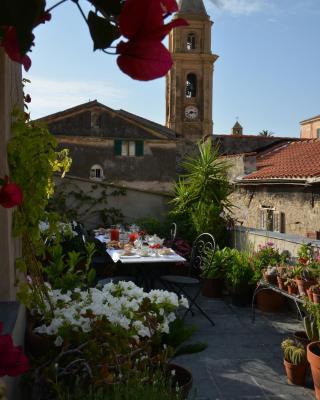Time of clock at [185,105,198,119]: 8:16
